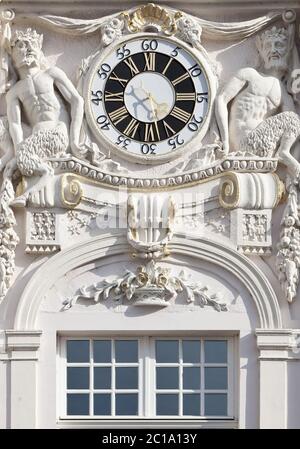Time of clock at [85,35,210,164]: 5:40
